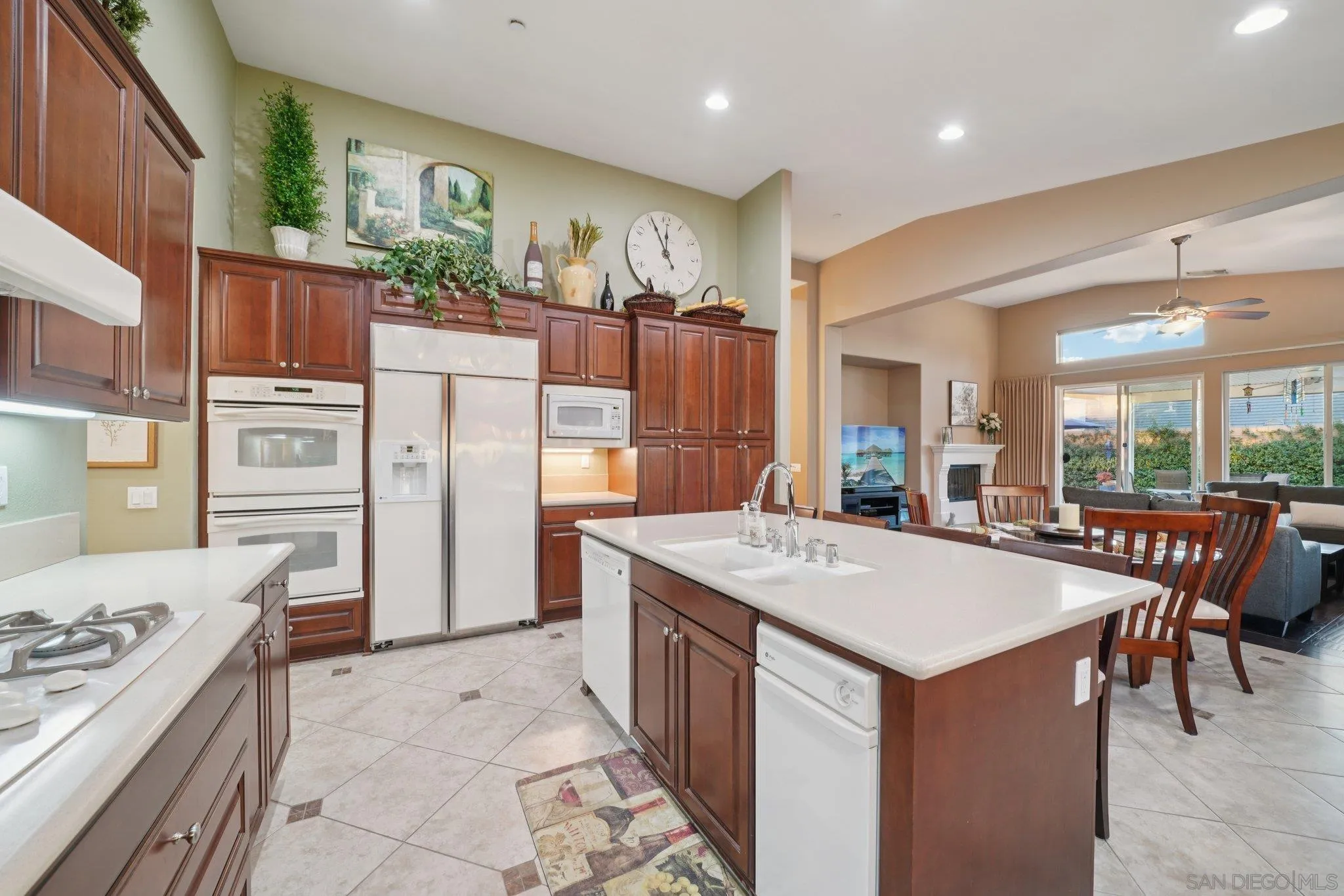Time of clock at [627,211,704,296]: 11:55
